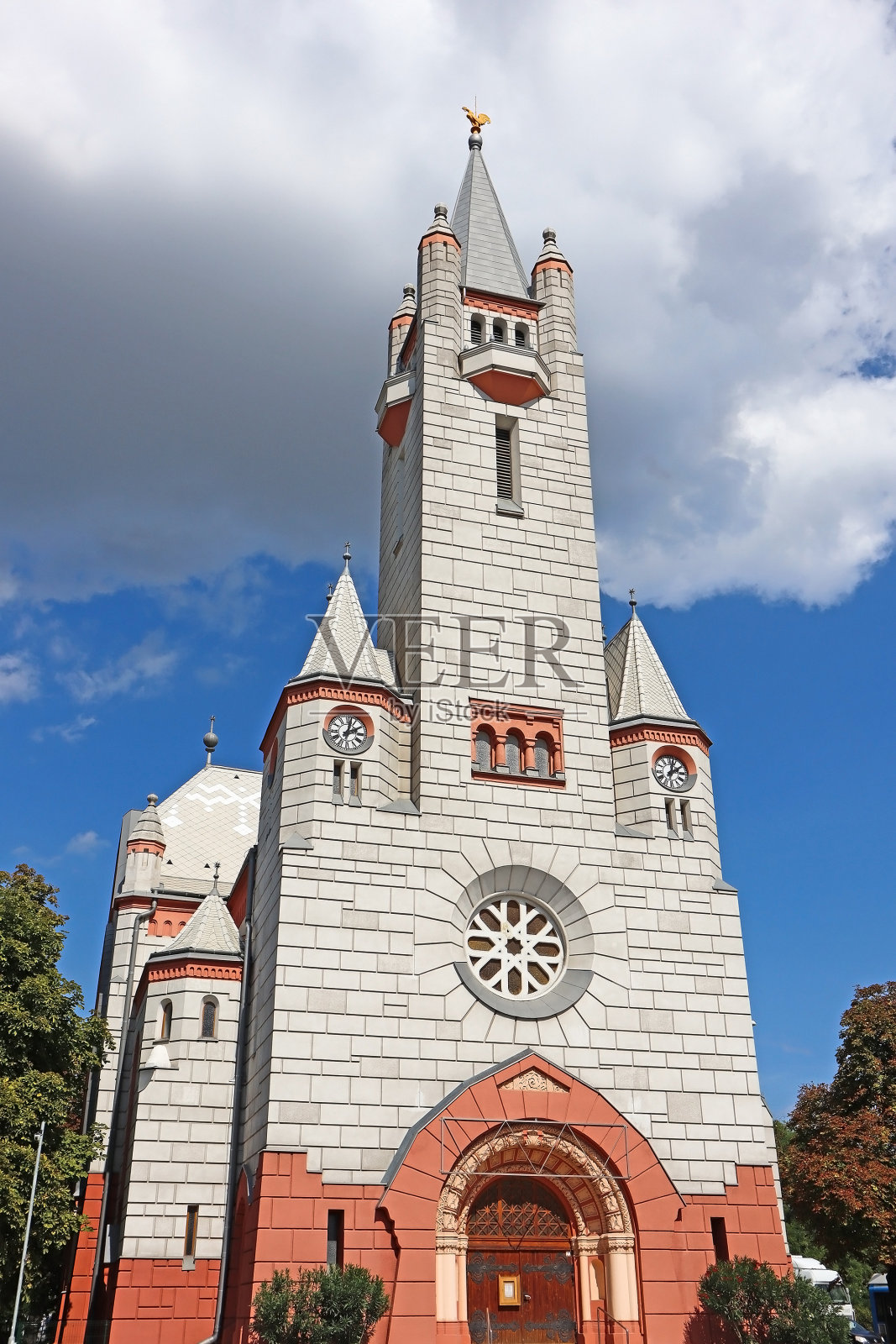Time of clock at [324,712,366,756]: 2:02
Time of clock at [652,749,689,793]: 2:02
